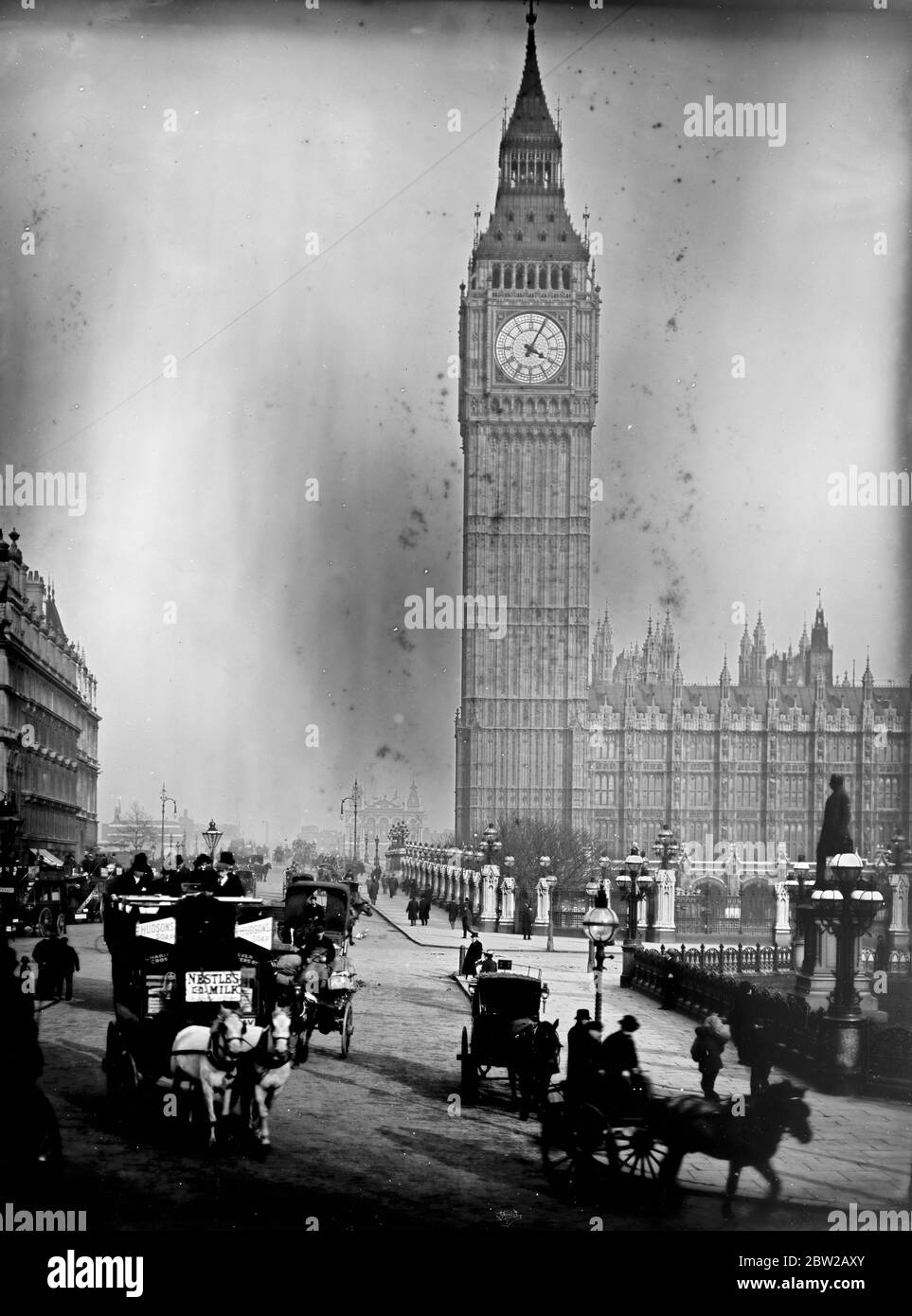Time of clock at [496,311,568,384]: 4:04
